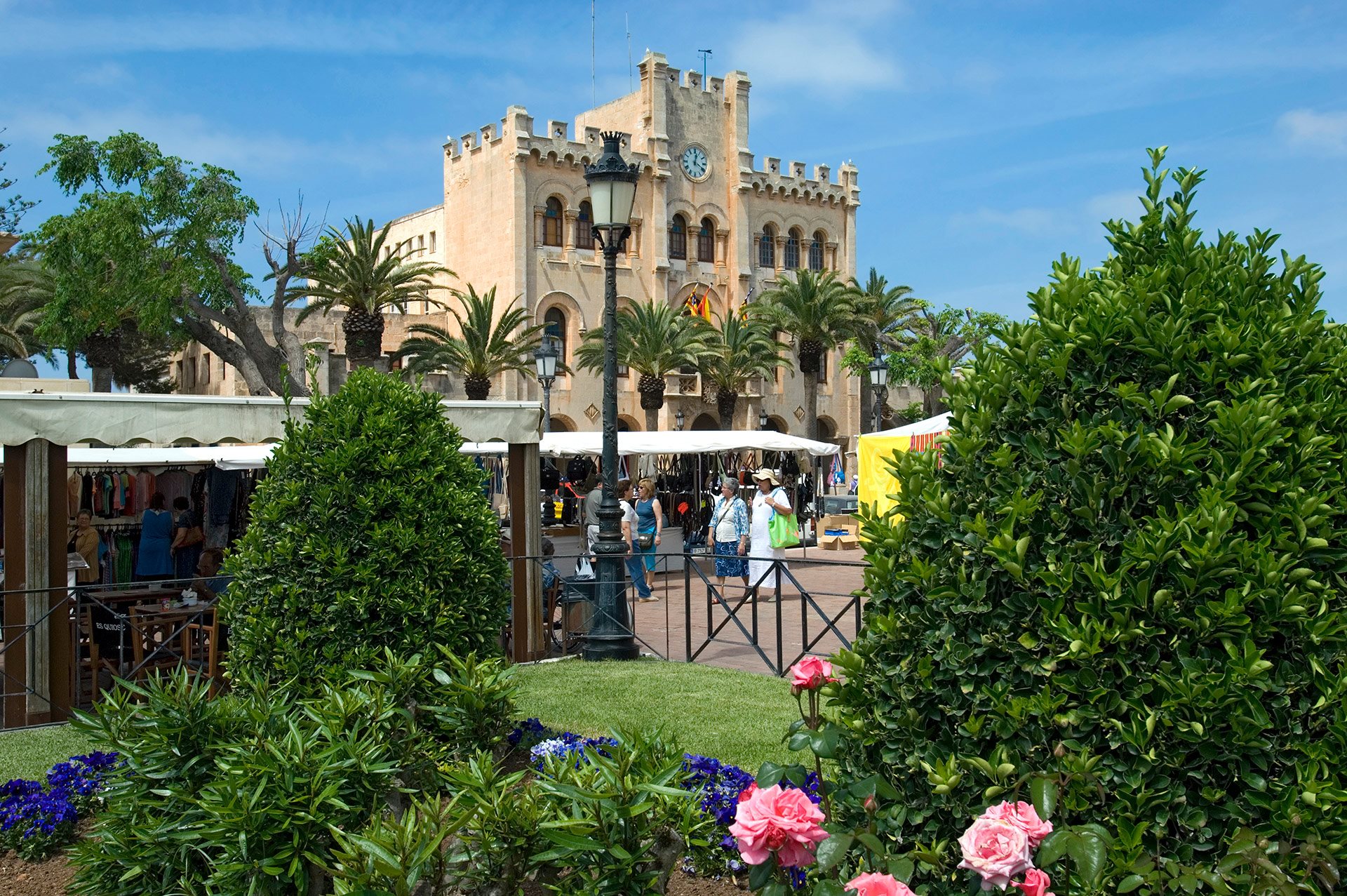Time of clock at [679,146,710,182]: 12:20
